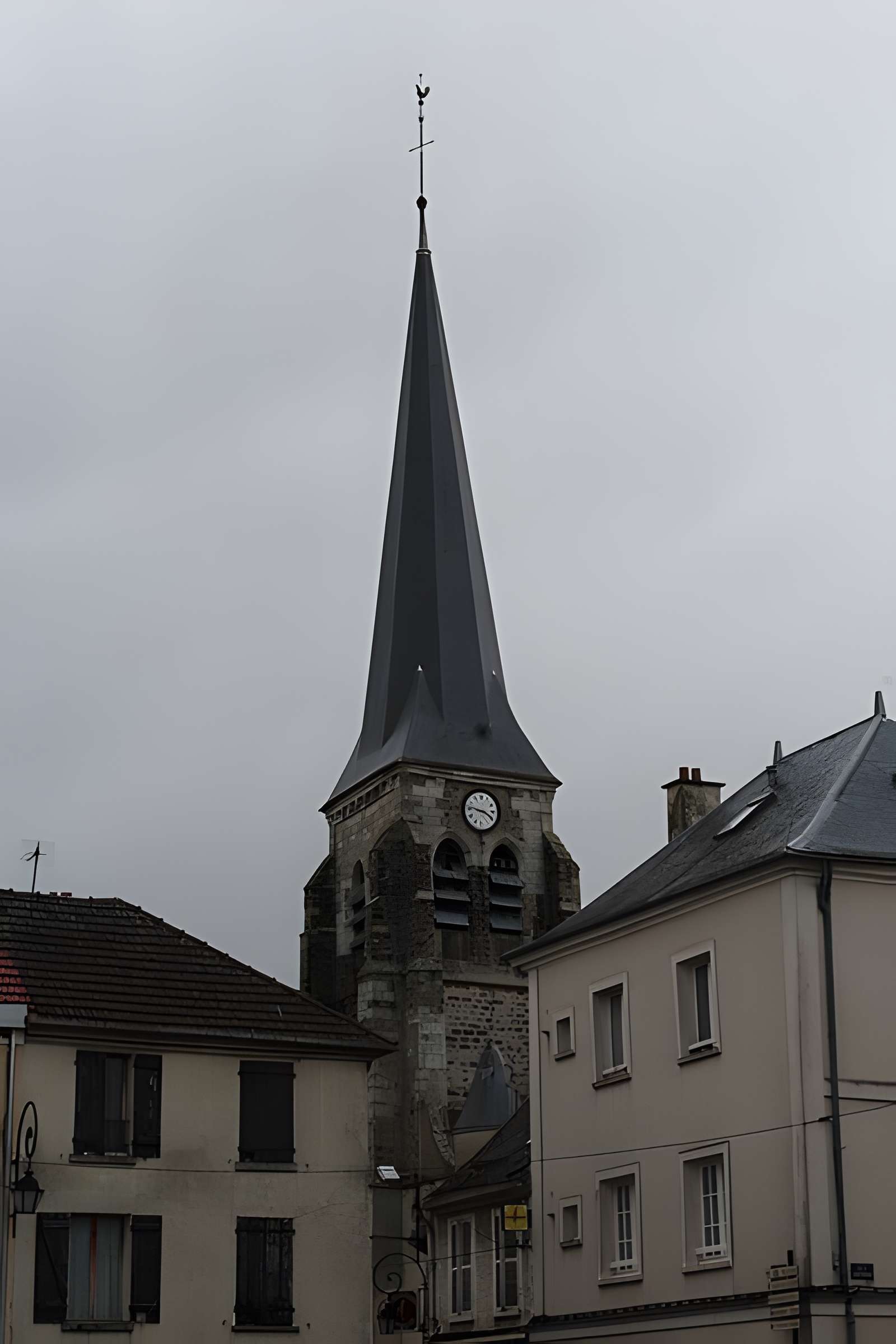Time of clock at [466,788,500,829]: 3:46
